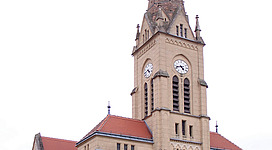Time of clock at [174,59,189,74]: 4:42
